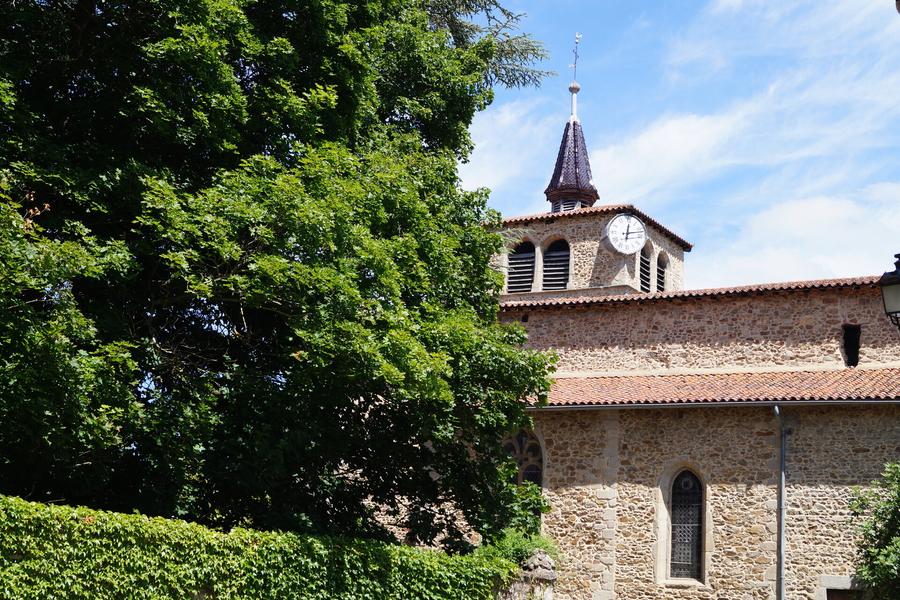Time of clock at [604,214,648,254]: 12:12
